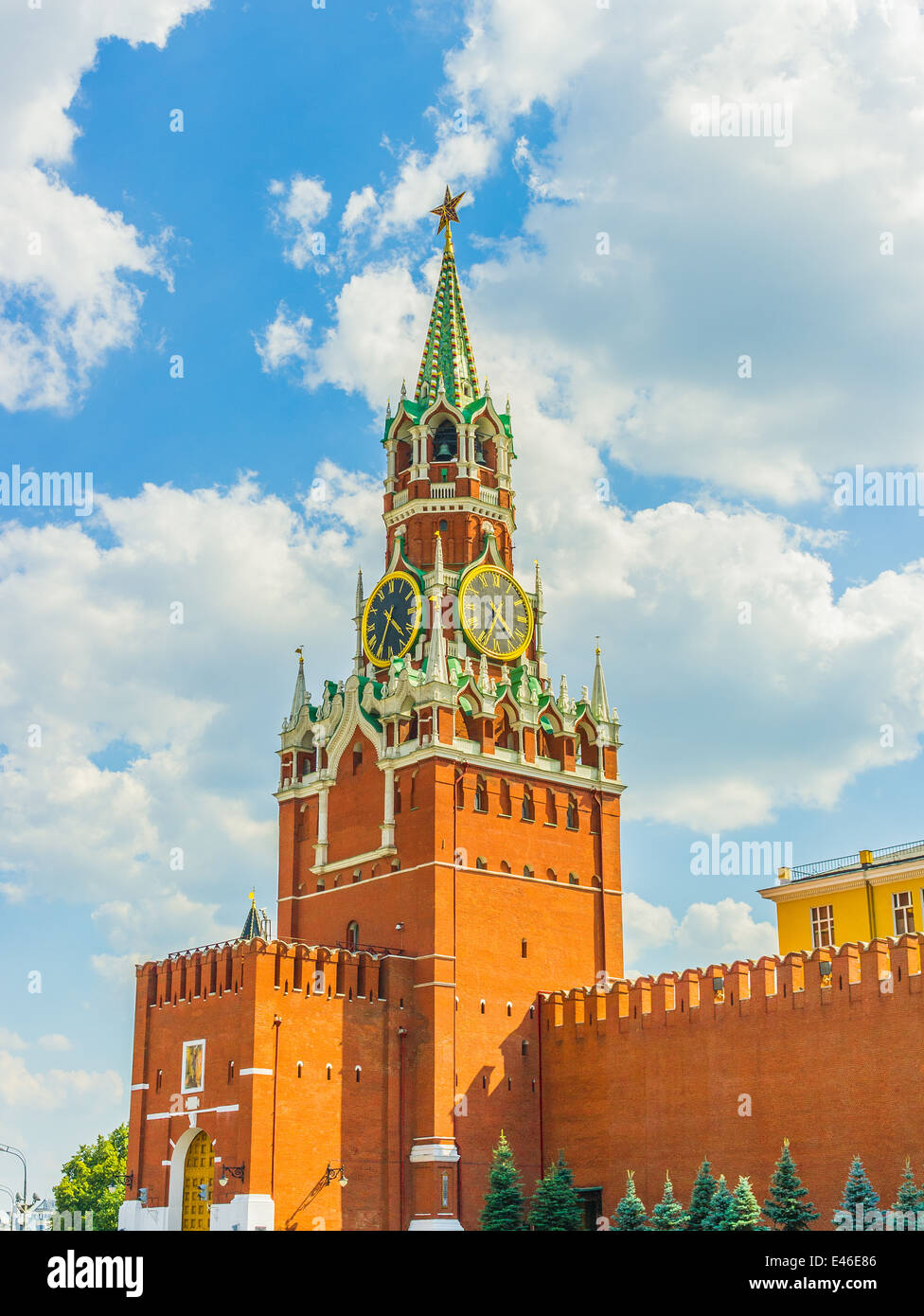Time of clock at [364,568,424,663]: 4:34
